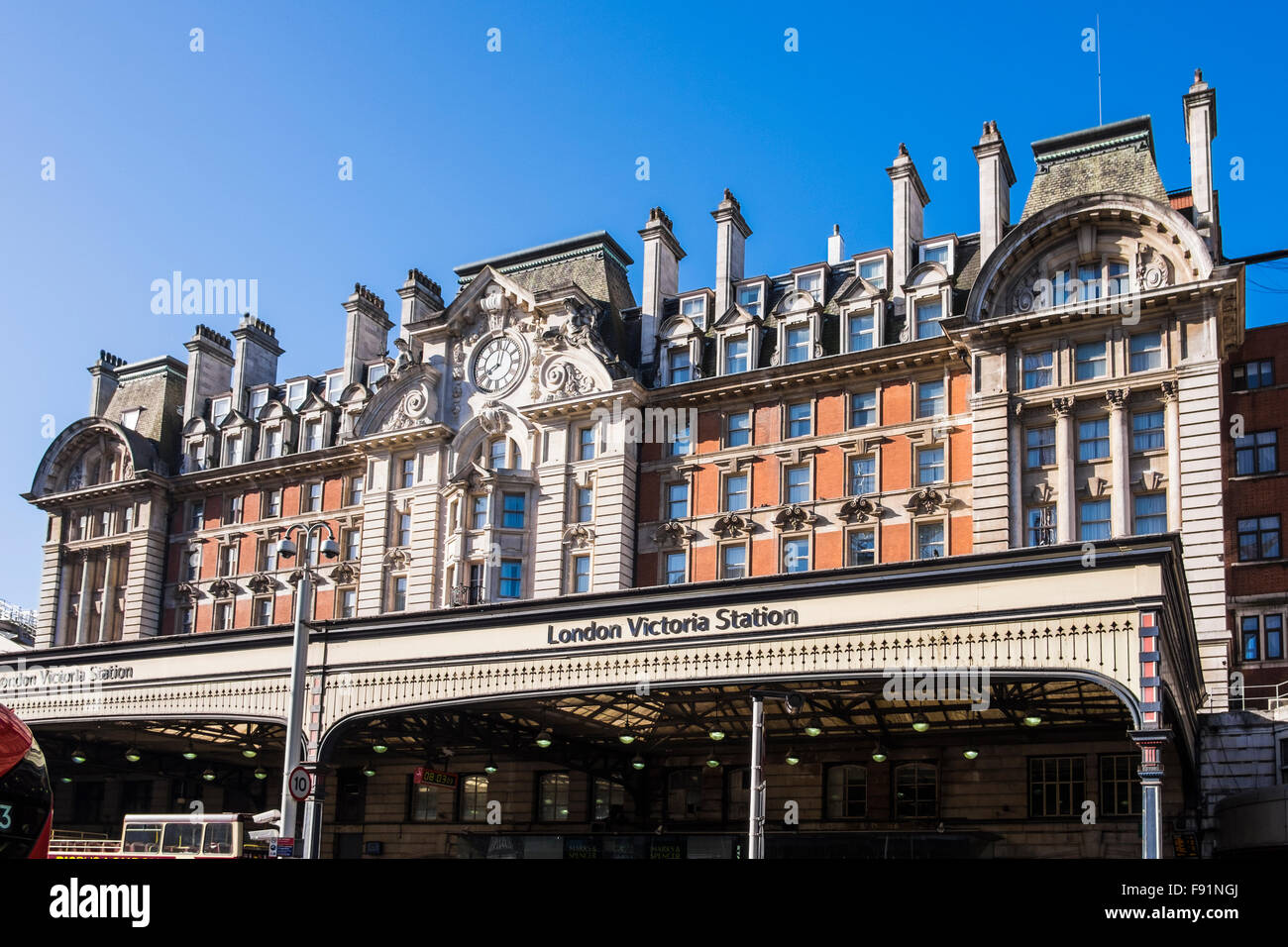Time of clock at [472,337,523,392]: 8:01
